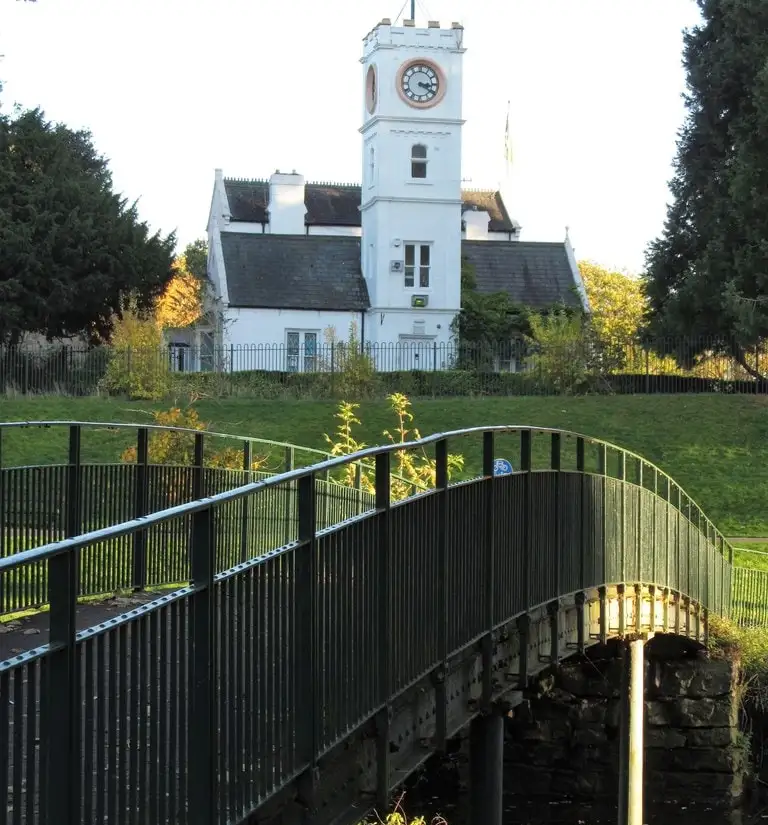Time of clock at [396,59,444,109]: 3:20
